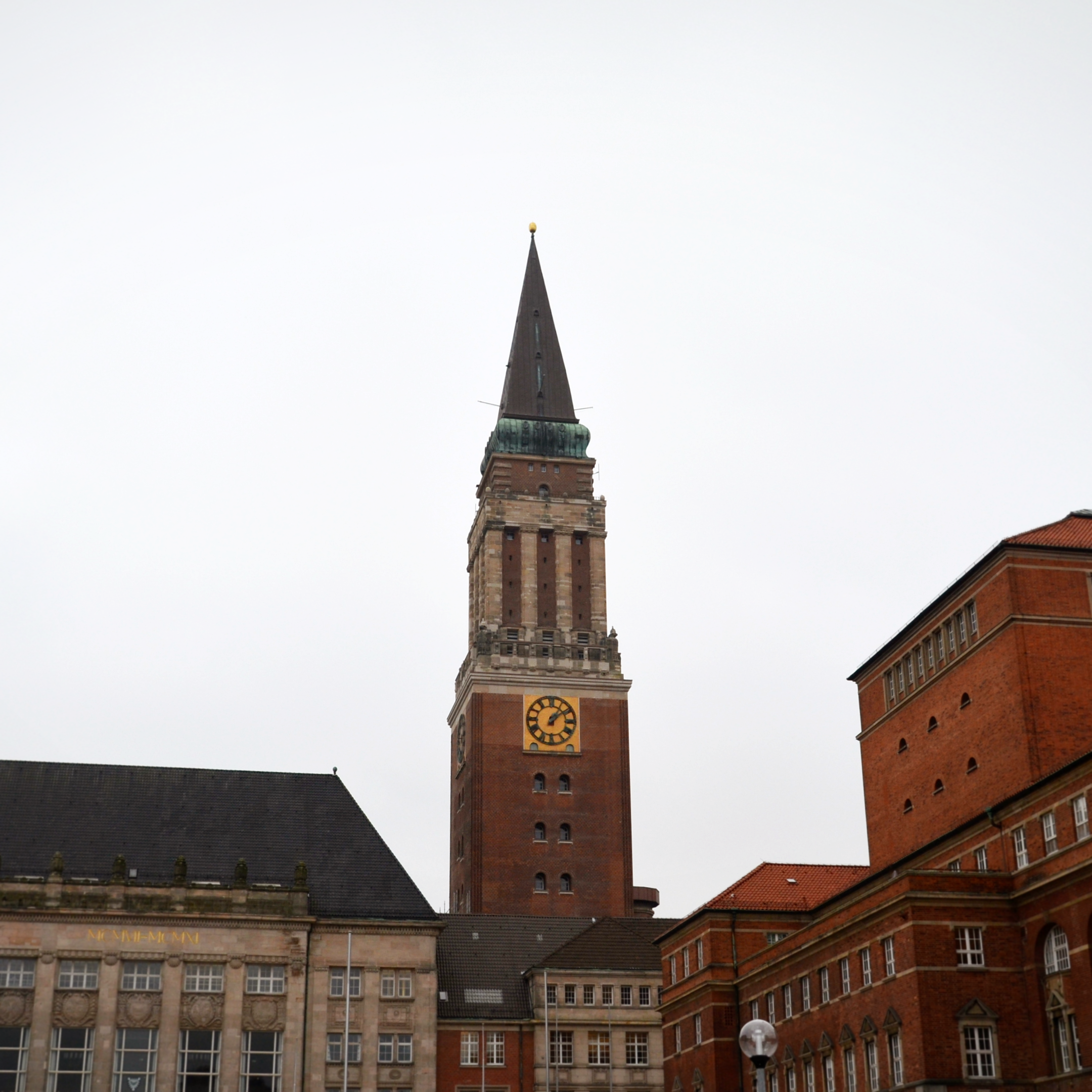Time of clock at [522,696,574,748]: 1:08
